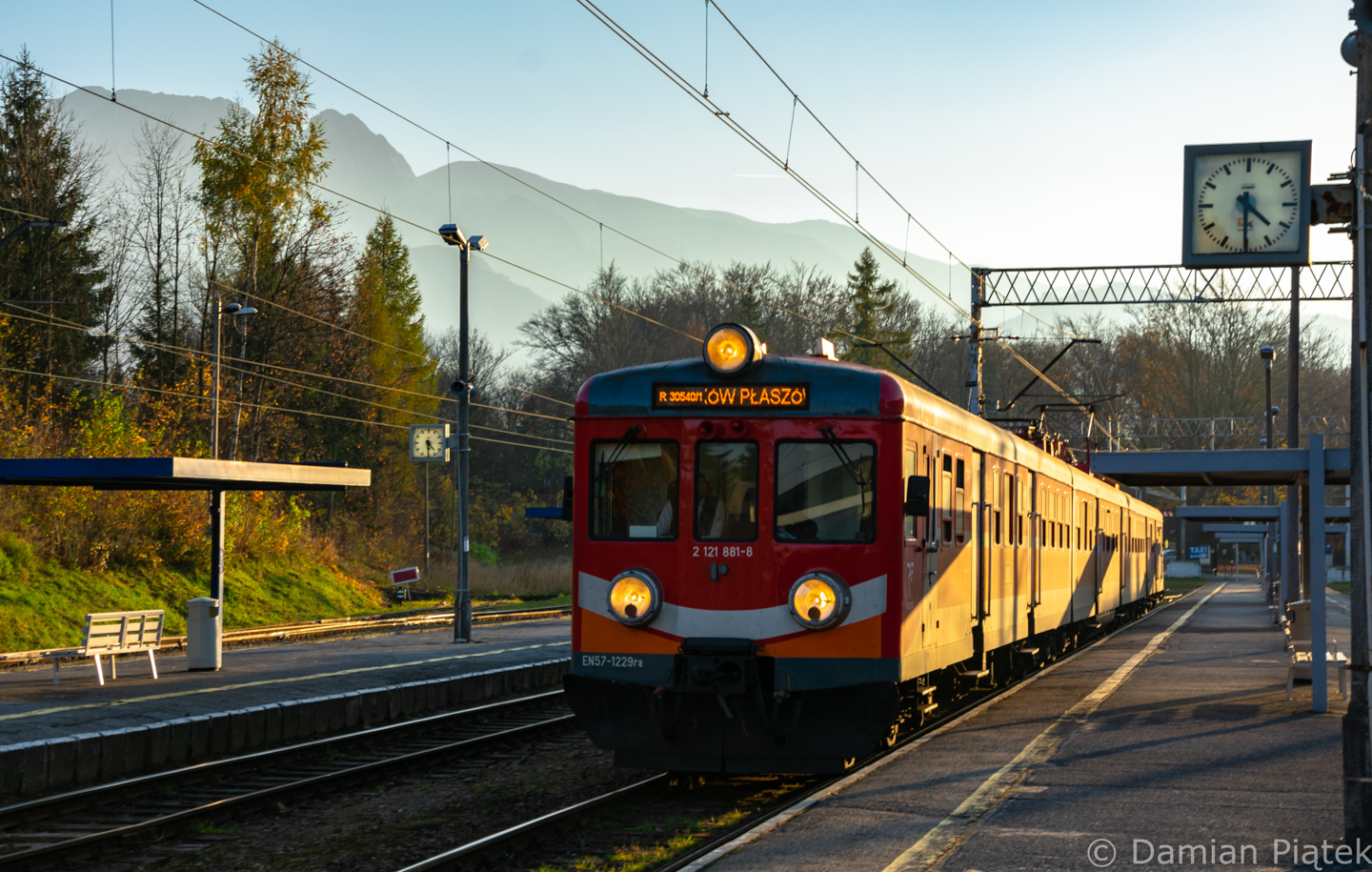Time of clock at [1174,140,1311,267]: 4:30
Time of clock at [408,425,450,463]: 4:29
